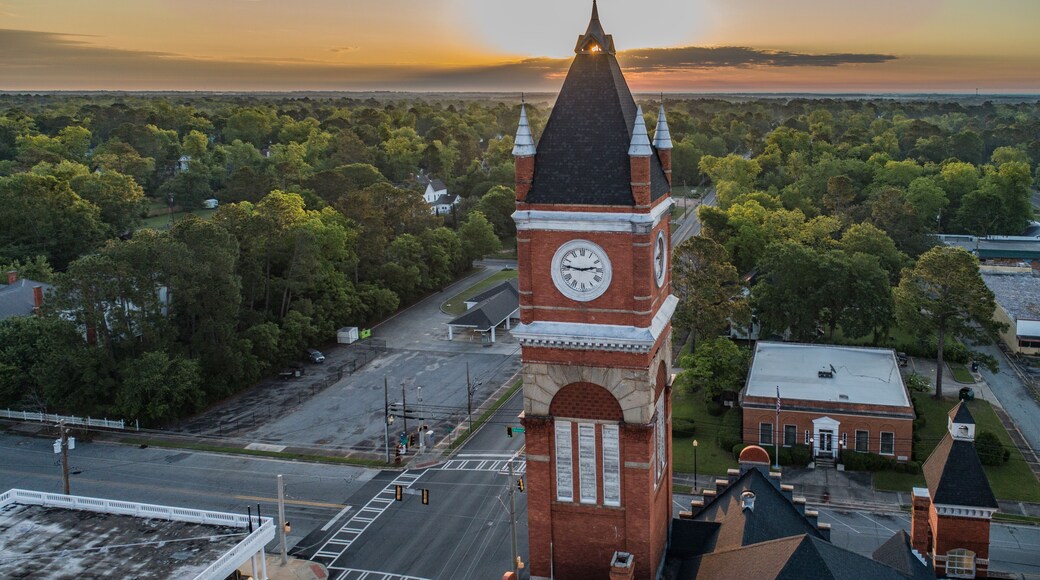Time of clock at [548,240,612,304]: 2:46
